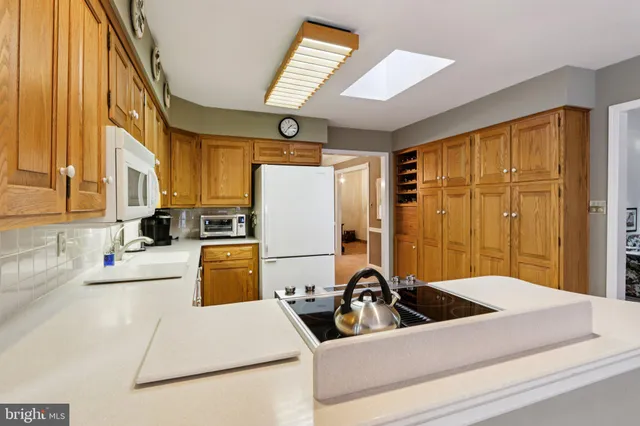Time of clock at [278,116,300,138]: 1:36
